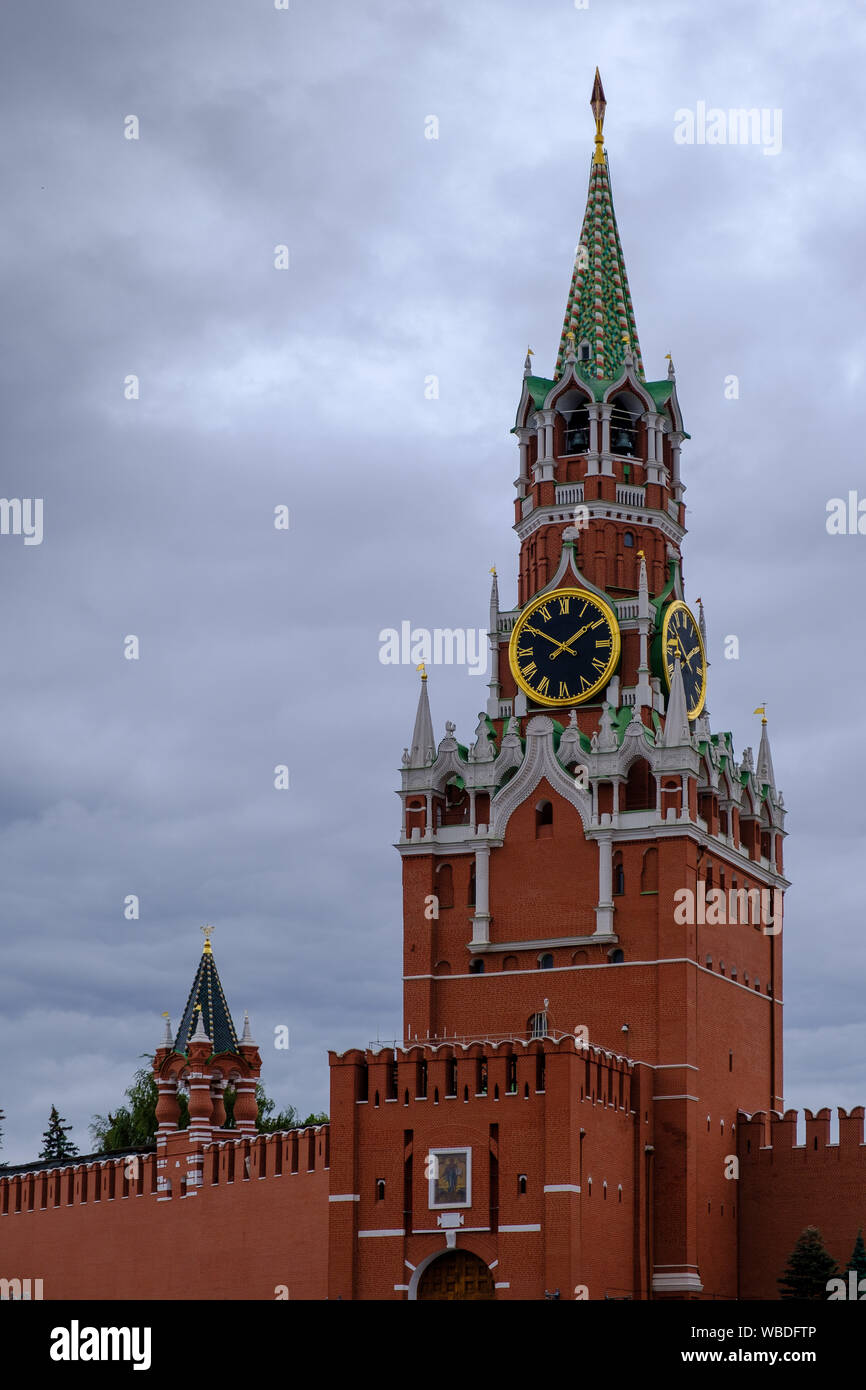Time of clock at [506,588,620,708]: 1:50
